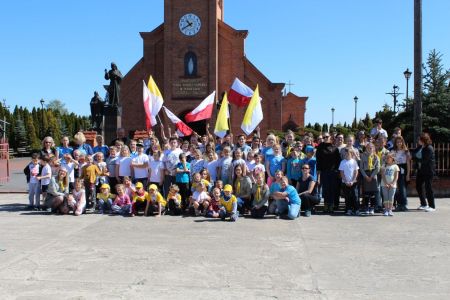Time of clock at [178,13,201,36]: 10:40
